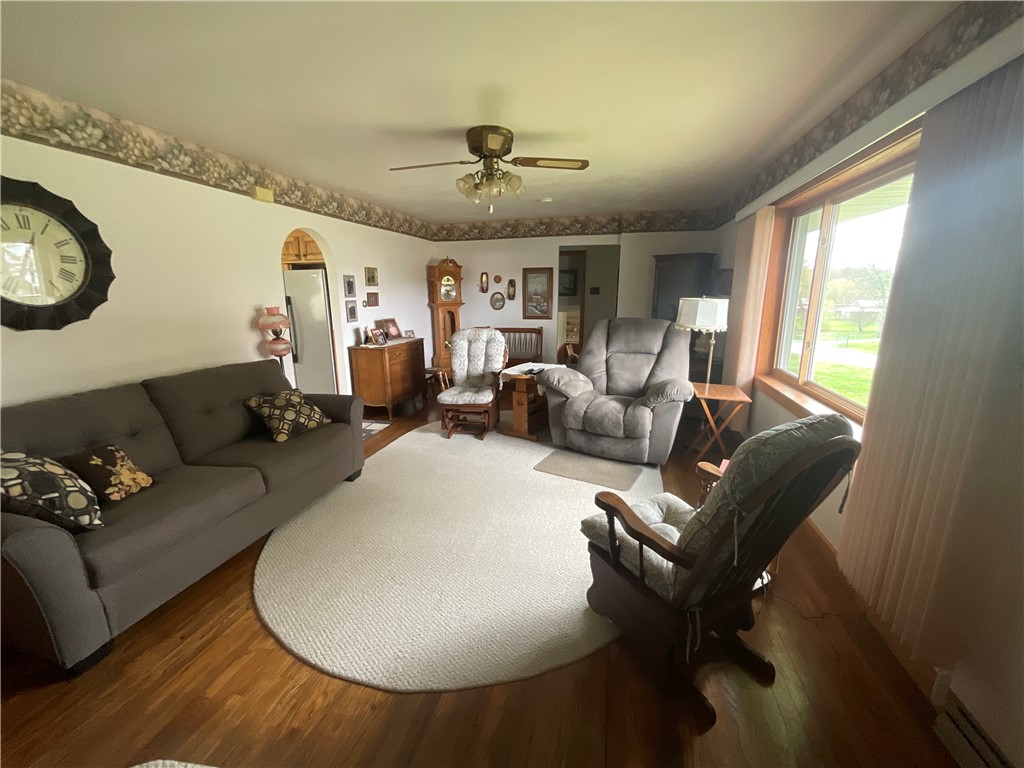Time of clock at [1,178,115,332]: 12:28
